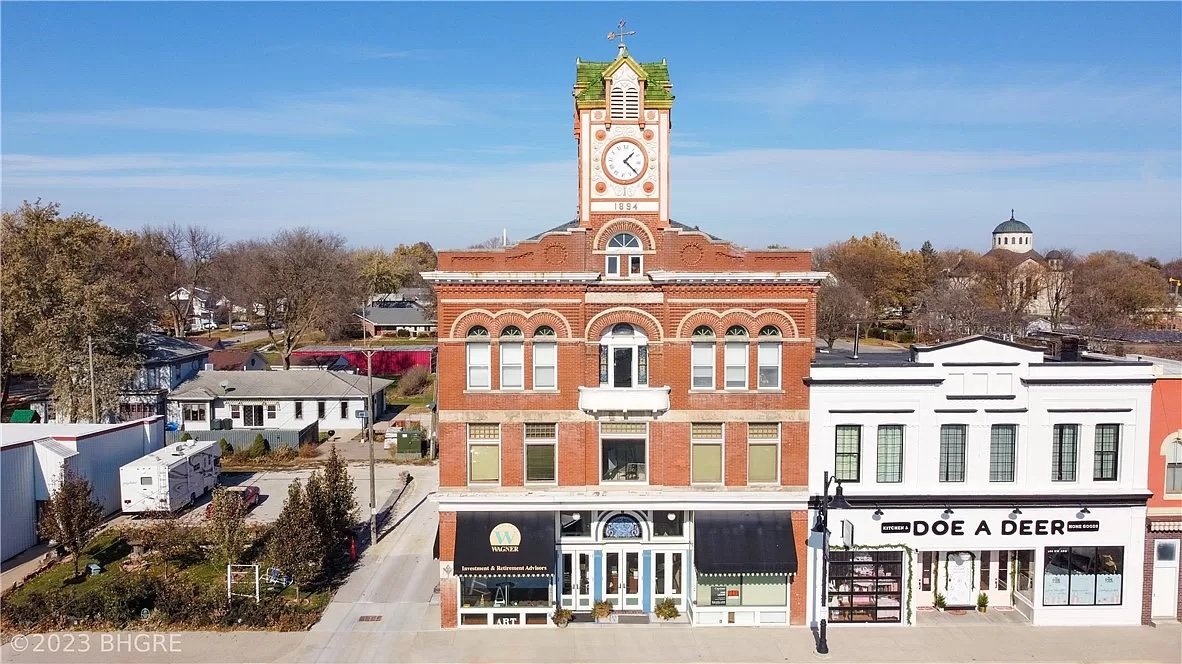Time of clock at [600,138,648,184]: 1:21
